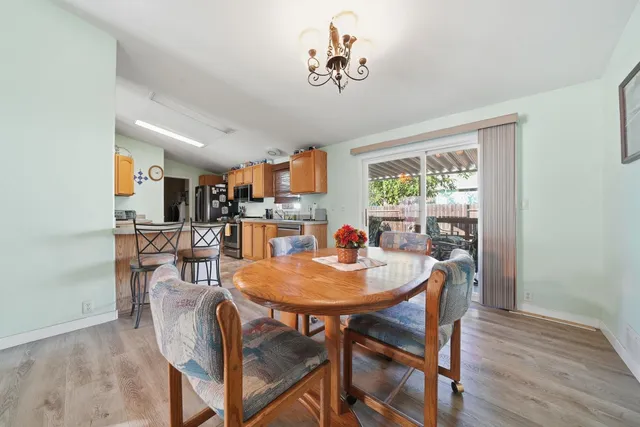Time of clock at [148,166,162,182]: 4:12
